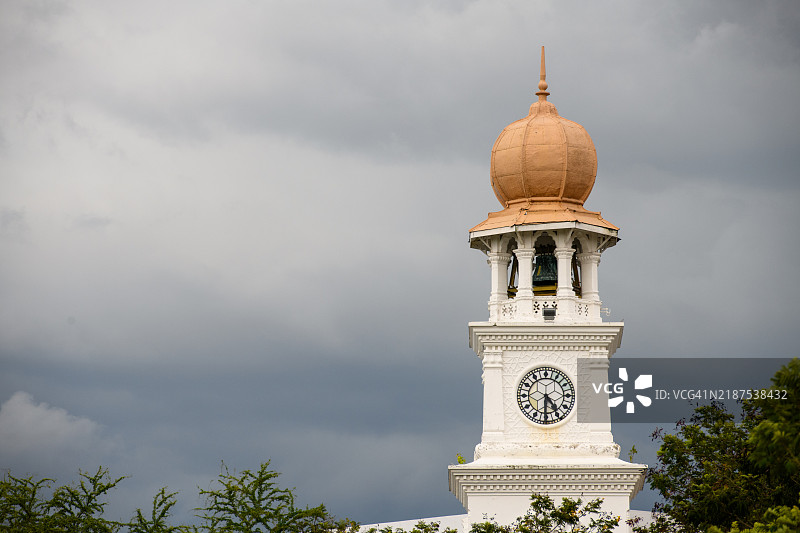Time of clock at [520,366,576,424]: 4:30
